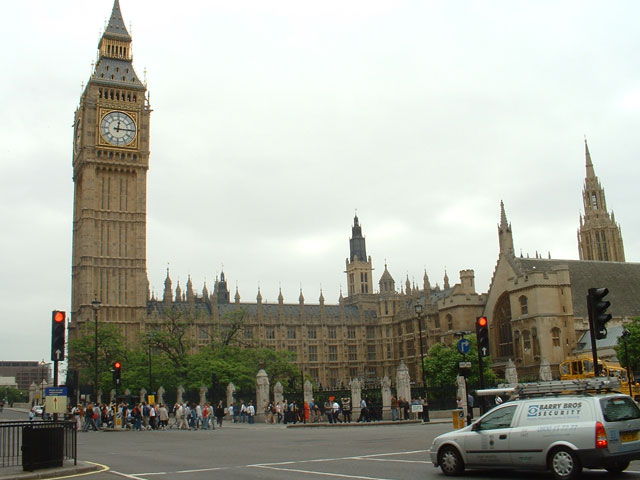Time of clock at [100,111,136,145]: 12:15
